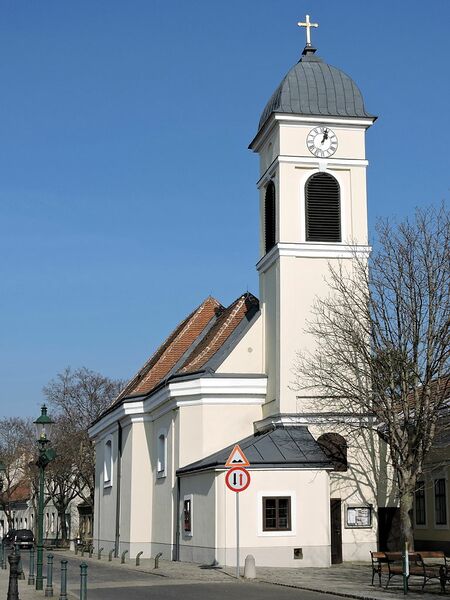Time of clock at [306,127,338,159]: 1:02
